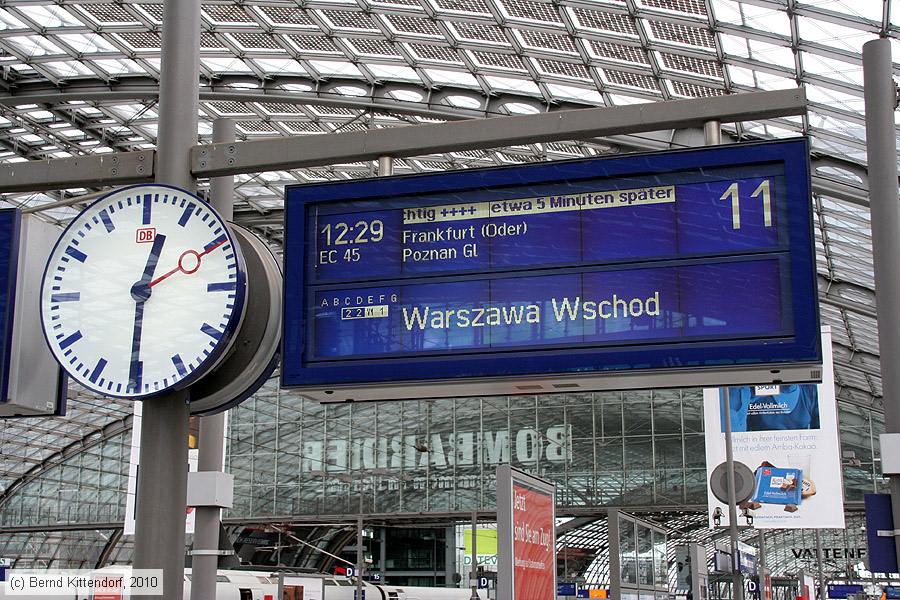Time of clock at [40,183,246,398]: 12:30
